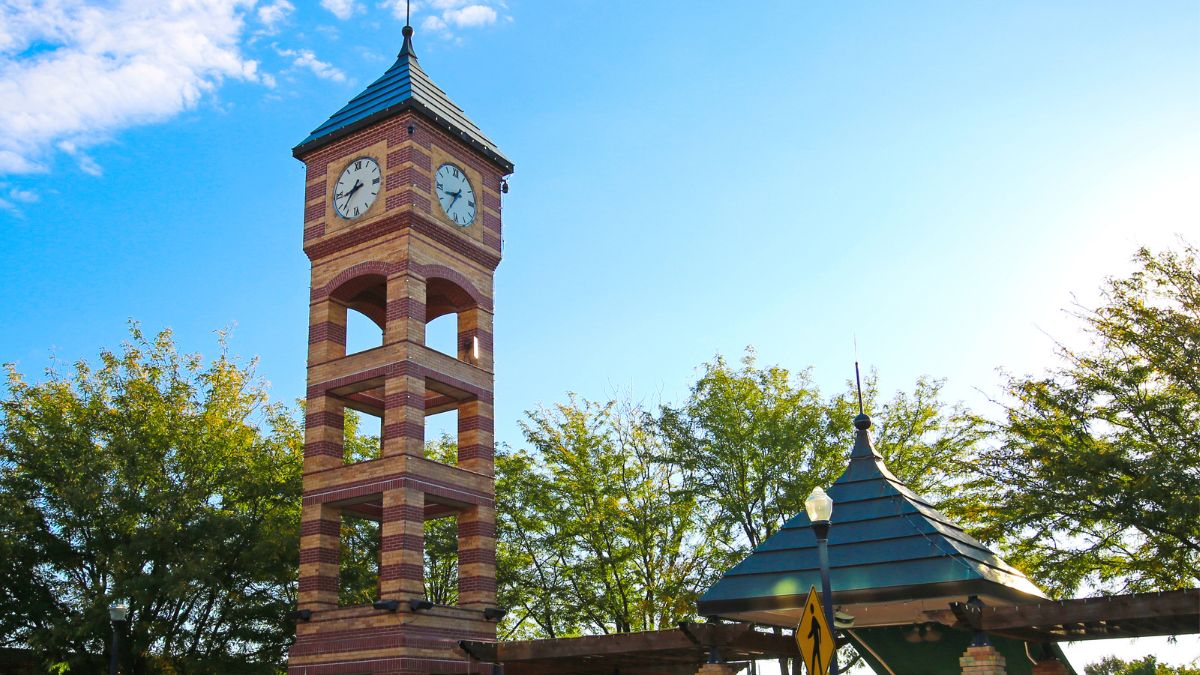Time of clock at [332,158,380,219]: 8:37
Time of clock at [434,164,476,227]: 8:35
